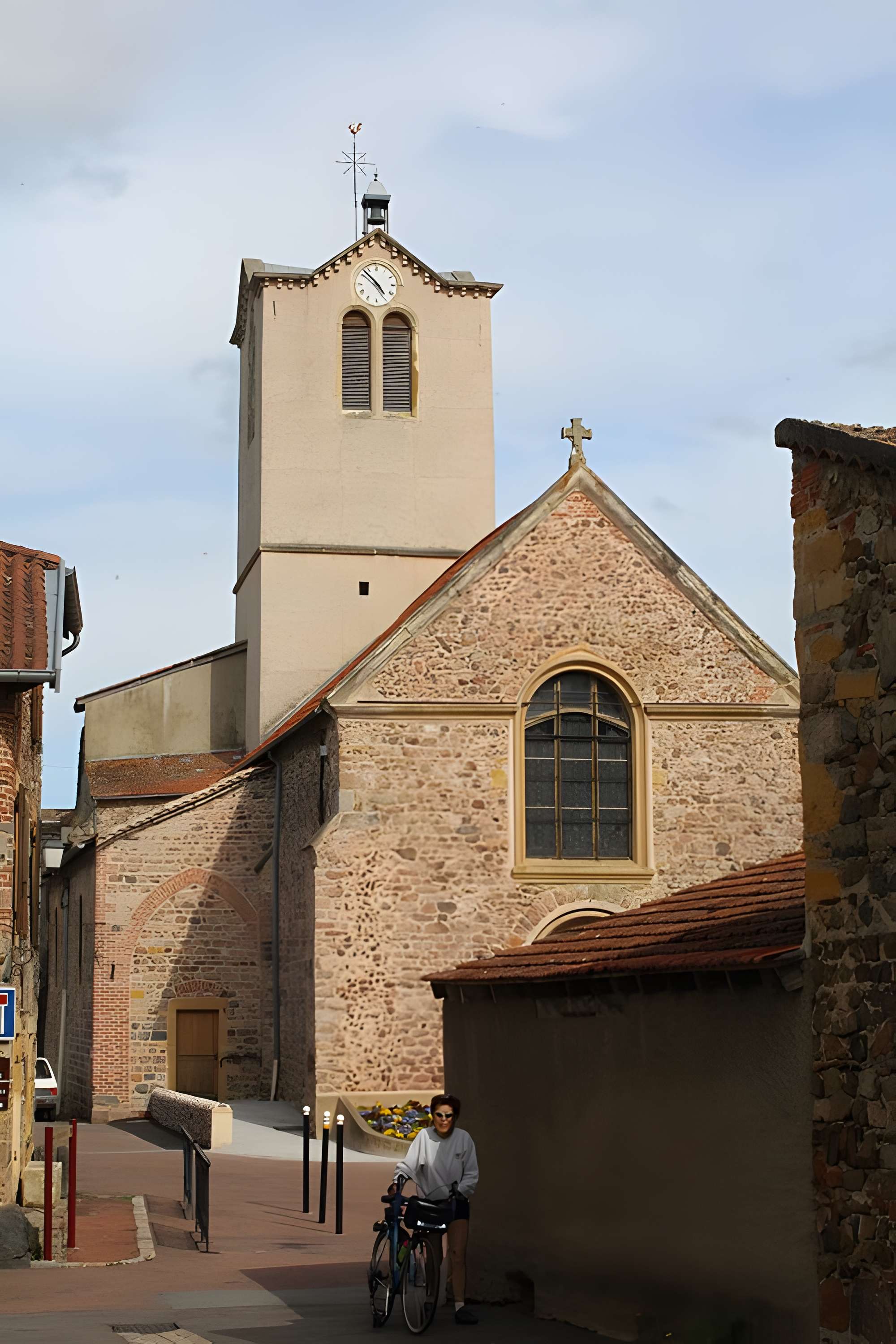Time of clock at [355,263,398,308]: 4:52
